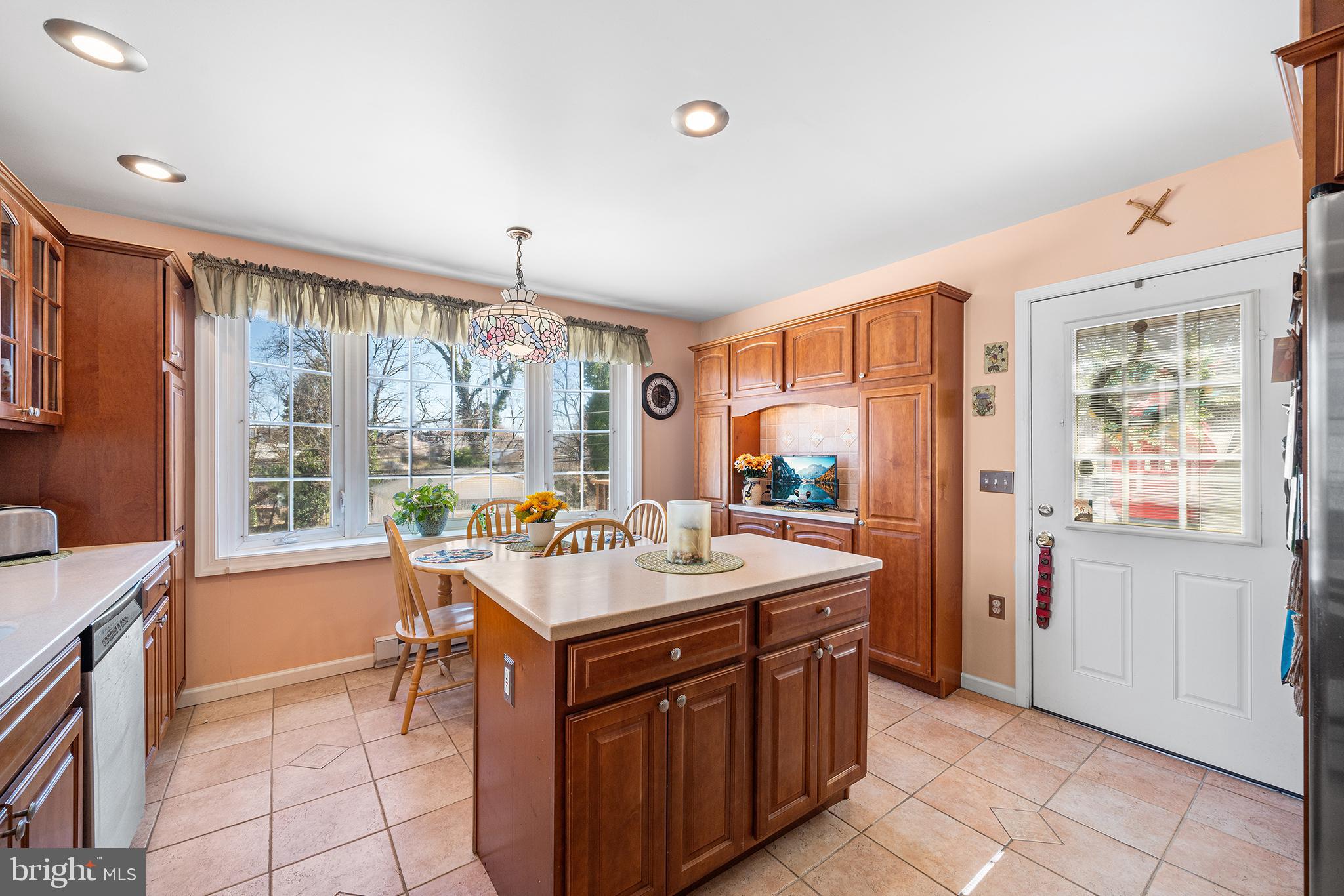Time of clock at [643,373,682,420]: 6:18
